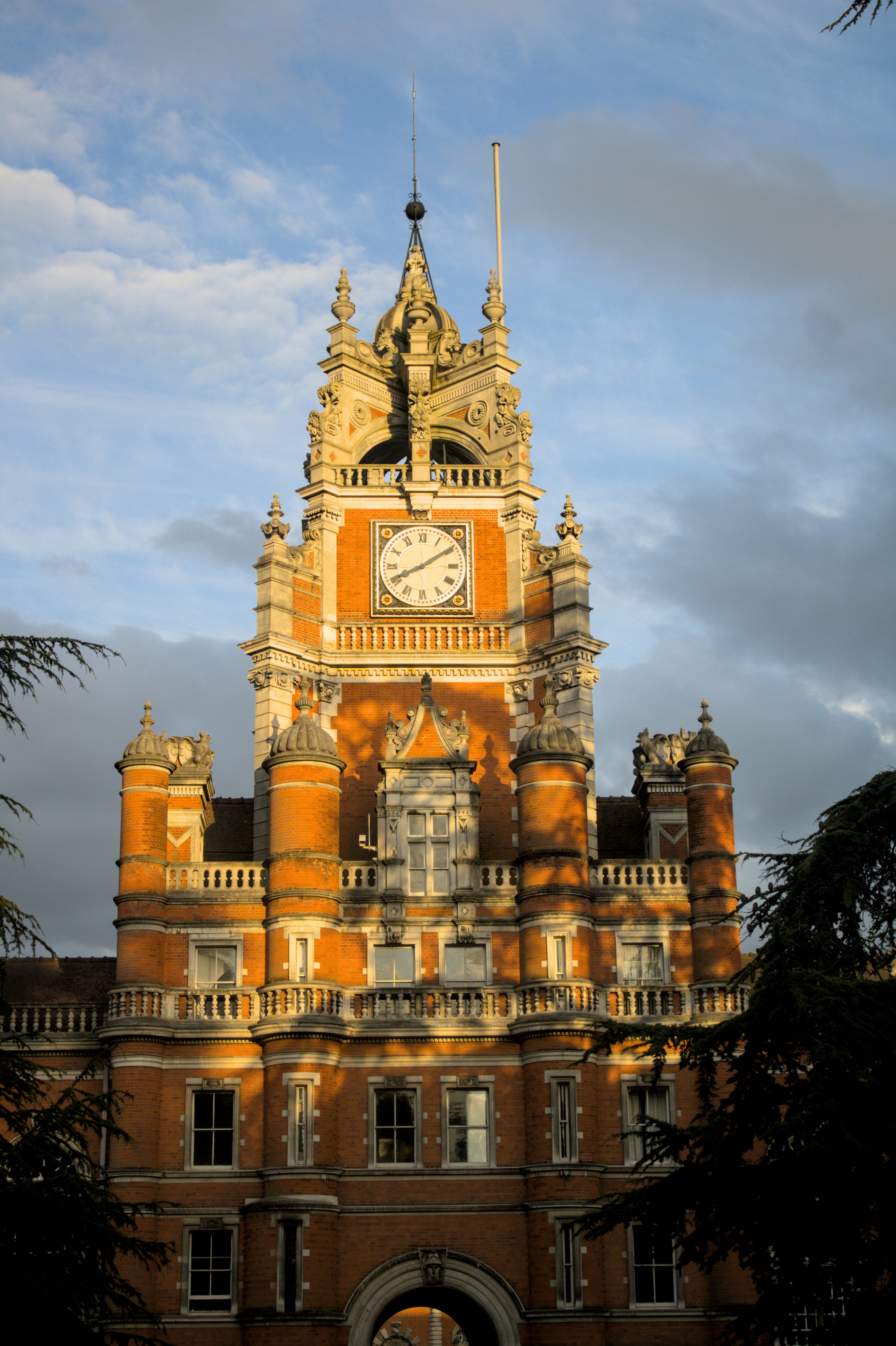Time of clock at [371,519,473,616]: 8:09
